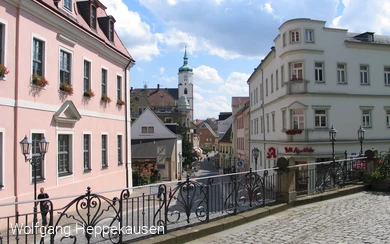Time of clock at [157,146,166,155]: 1:37
